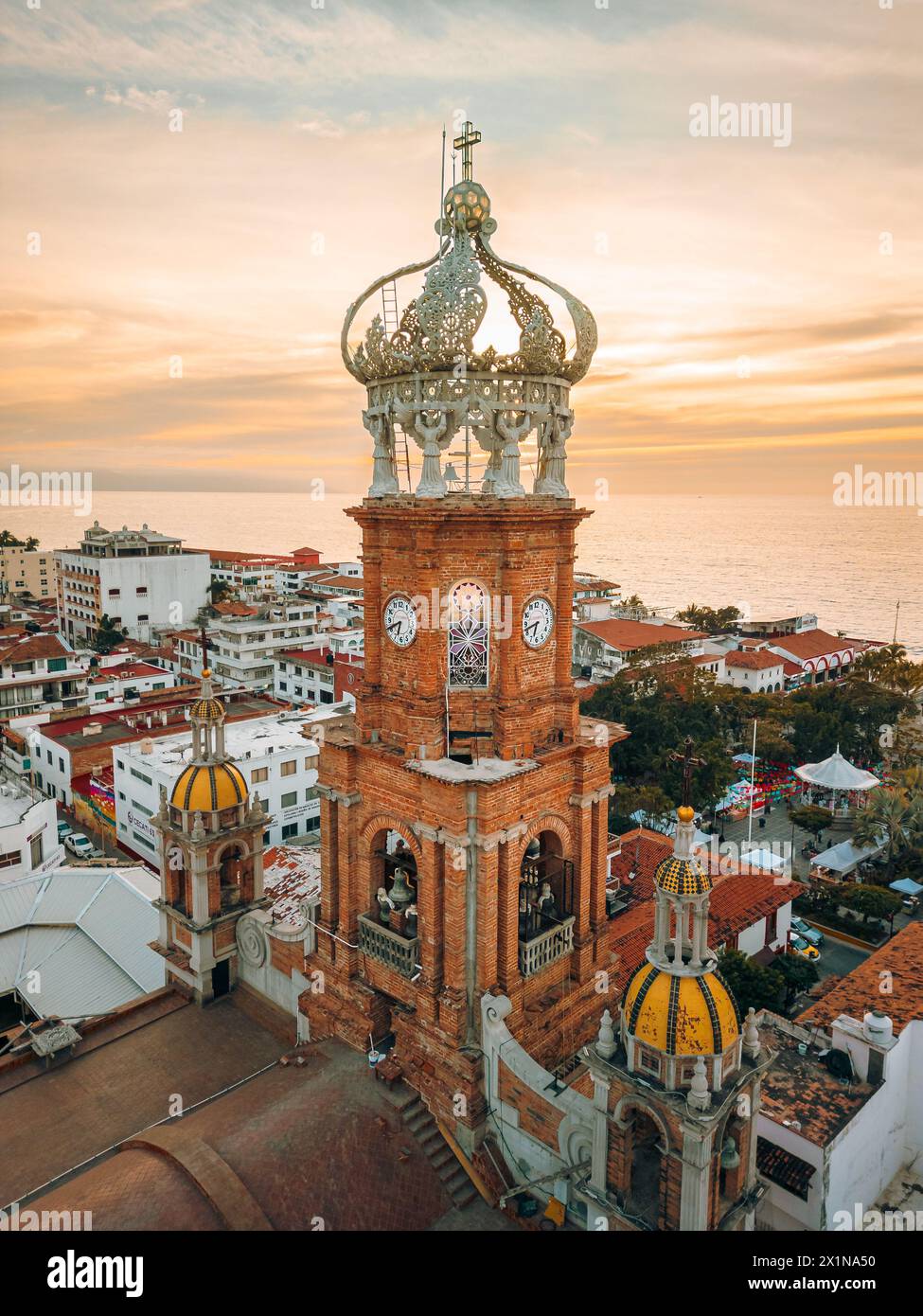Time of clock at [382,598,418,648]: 6:41
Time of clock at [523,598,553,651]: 6:42
